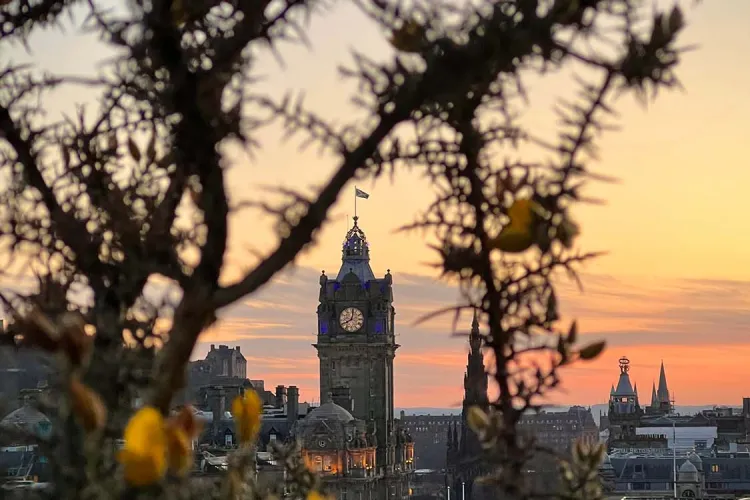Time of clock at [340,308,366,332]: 8:01
